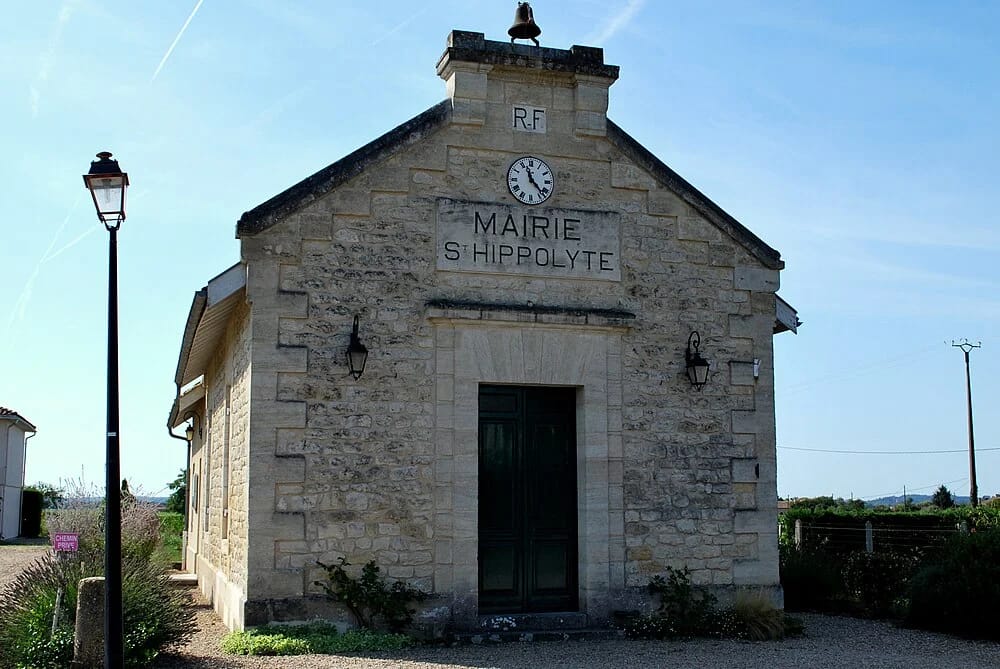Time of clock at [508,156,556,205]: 11:22
